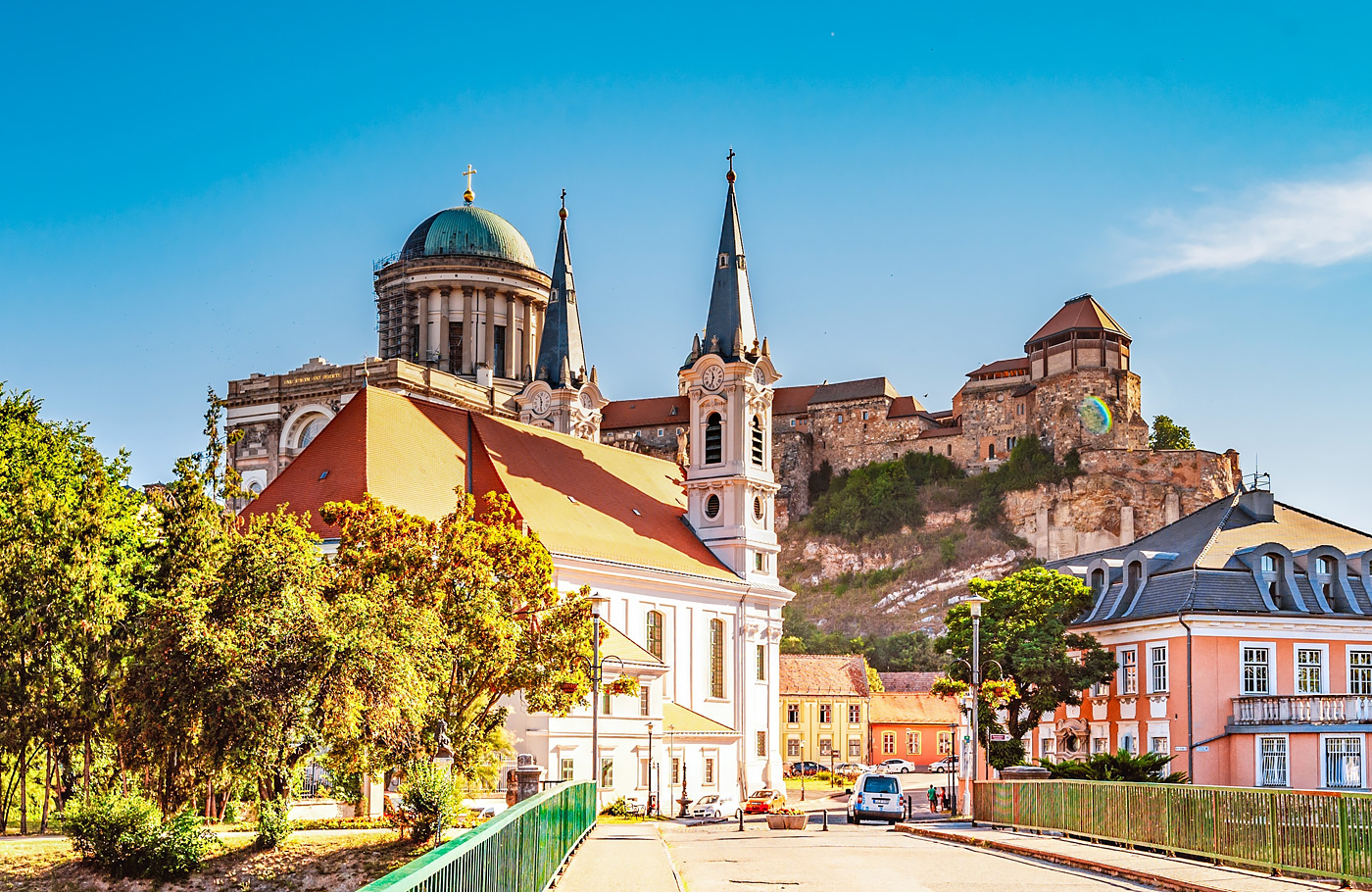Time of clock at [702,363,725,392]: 11:32
